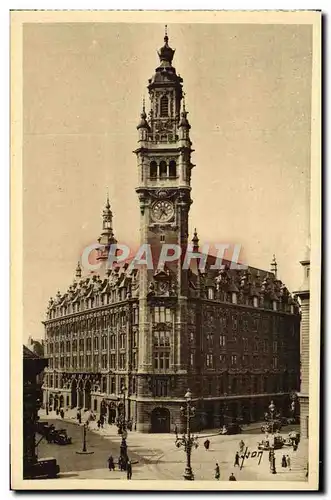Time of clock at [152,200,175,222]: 4:35
